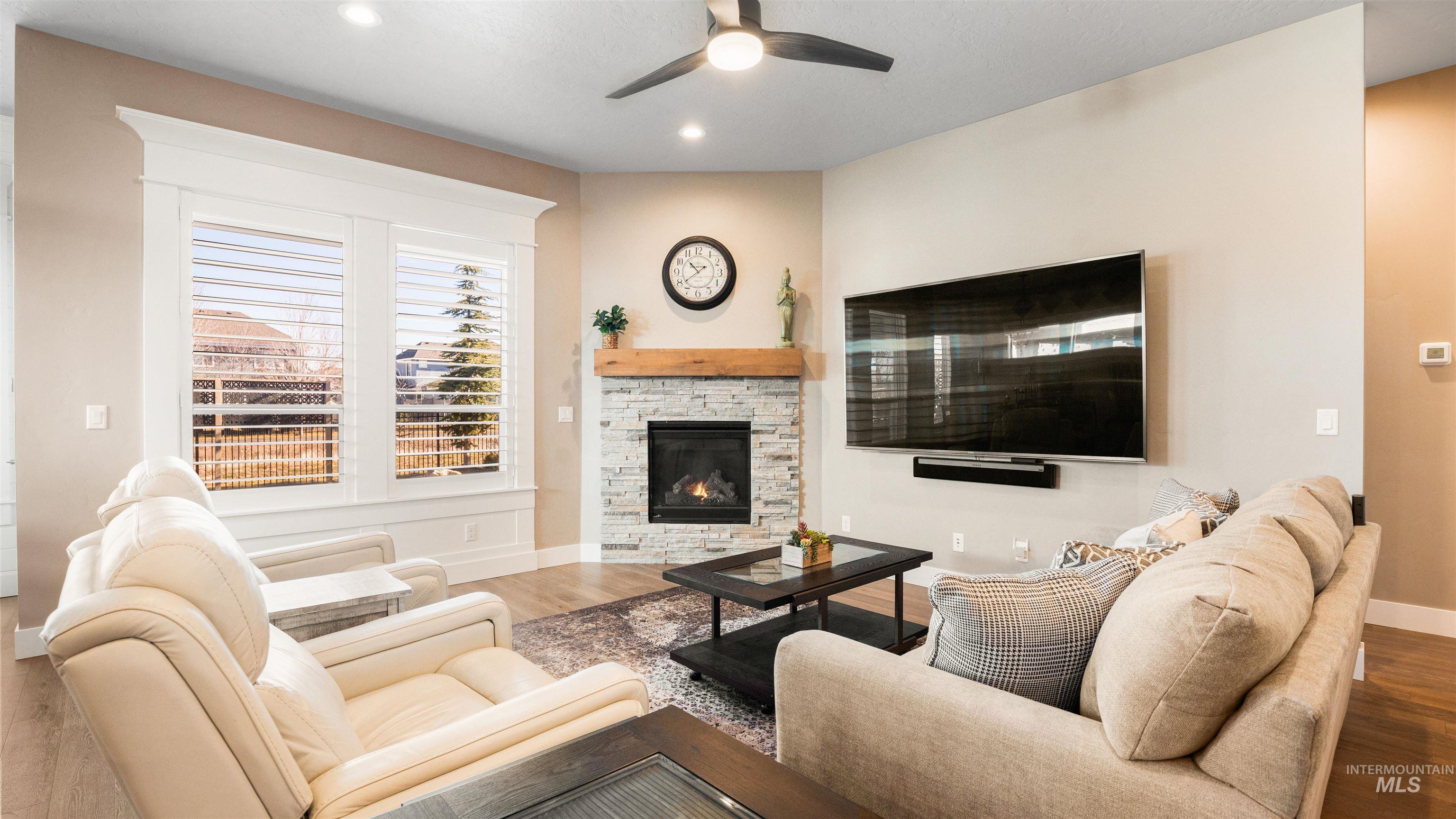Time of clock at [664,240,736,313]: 10:39
